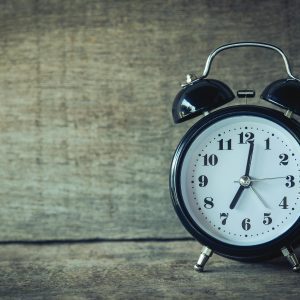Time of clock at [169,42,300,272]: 7:01
